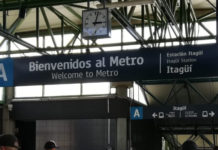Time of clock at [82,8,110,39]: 3:02
